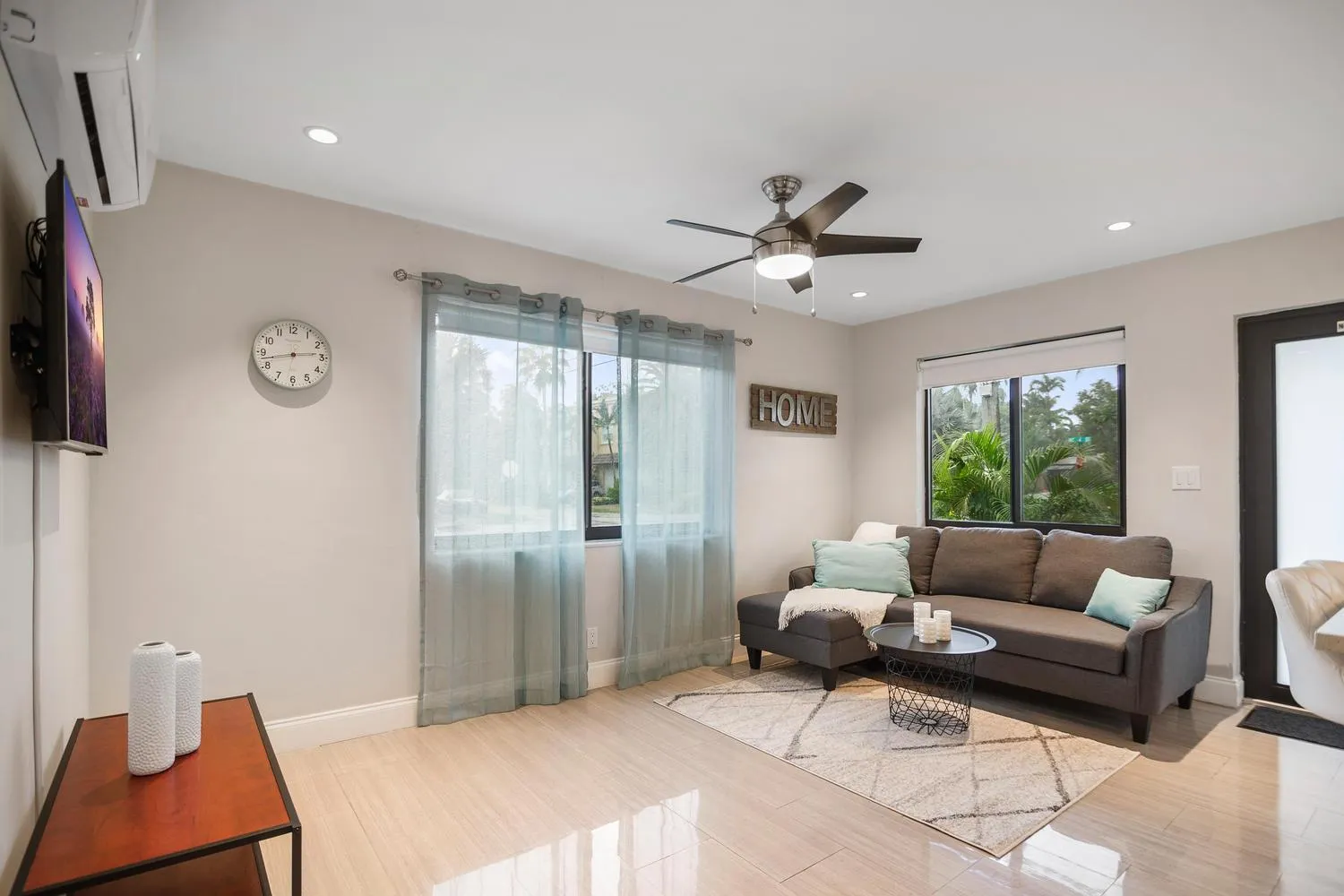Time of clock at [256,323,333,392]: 2:42
